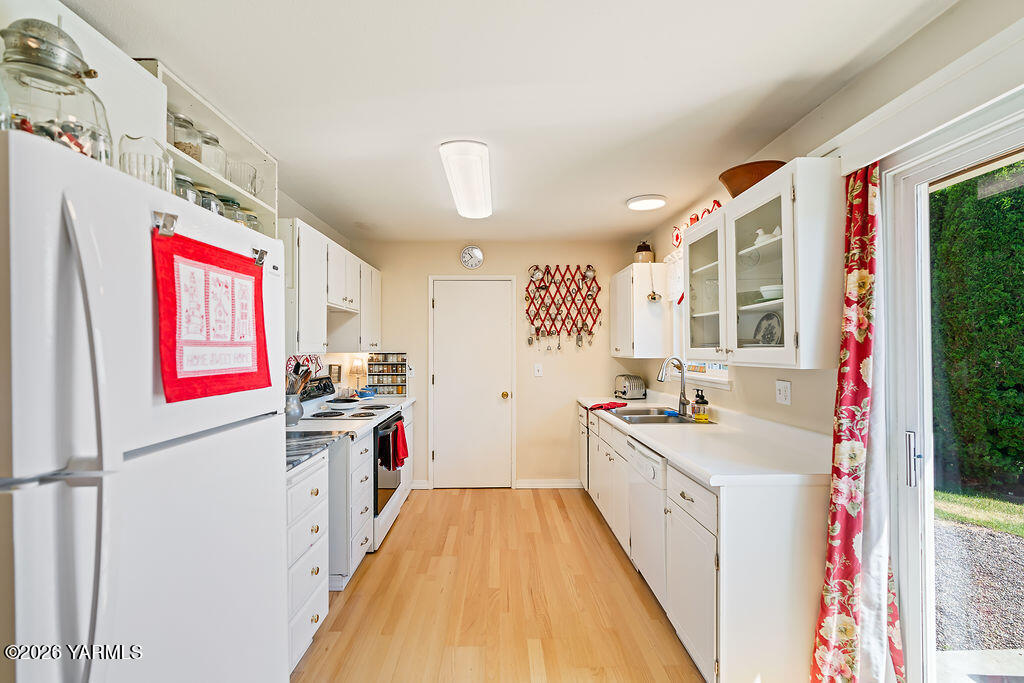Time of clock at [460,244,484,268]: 10:37
